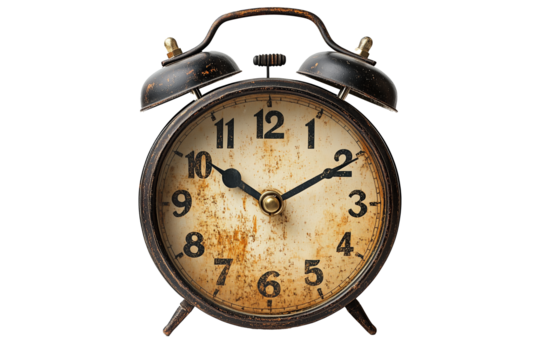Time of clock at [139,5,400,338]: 10:10
